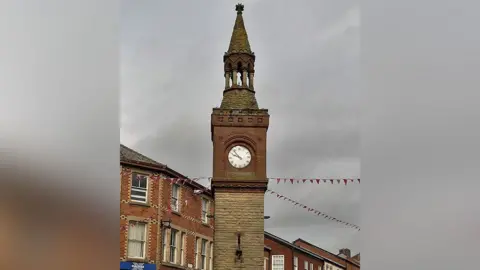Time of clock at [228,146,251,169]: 9:53
